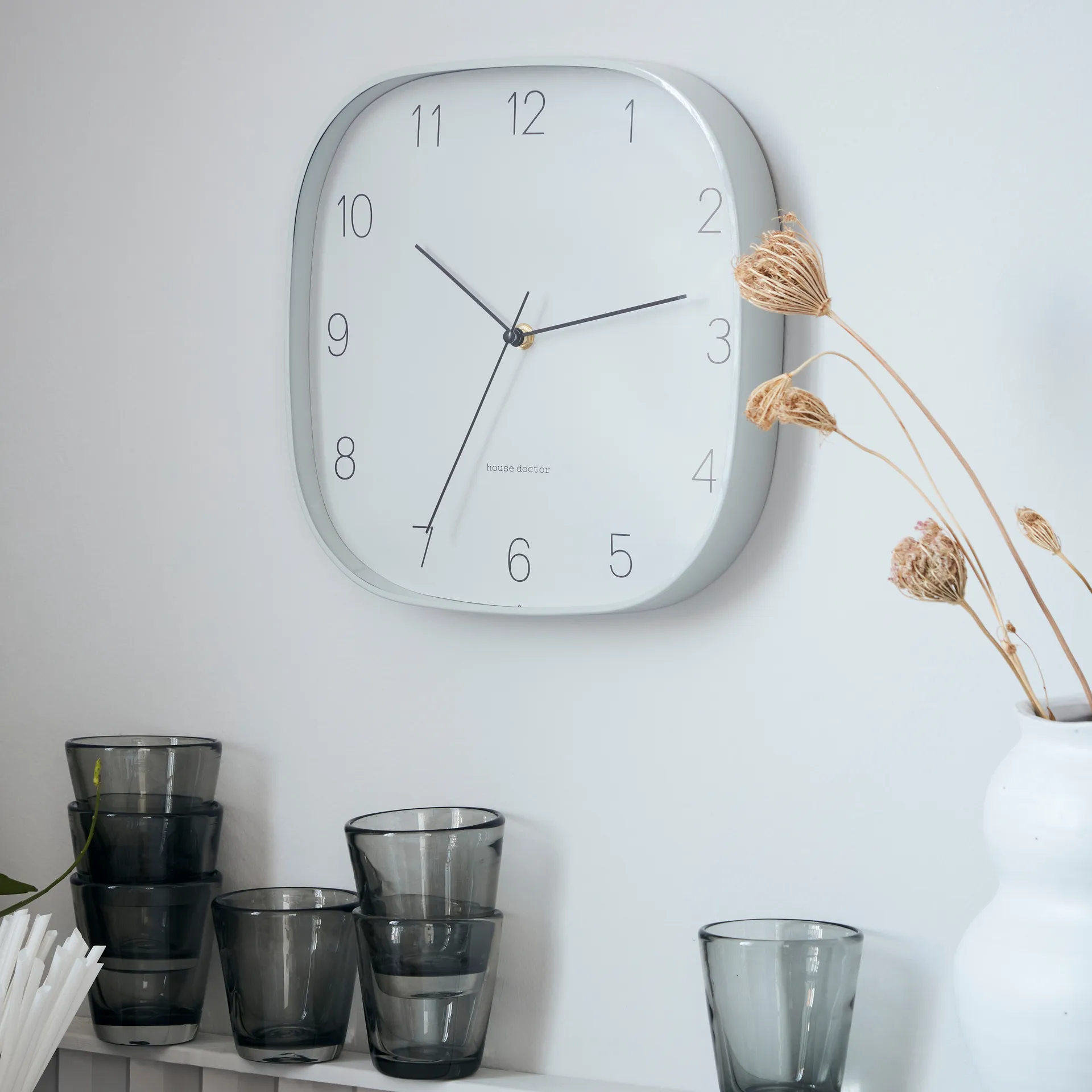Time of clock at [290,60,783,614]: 2:35
